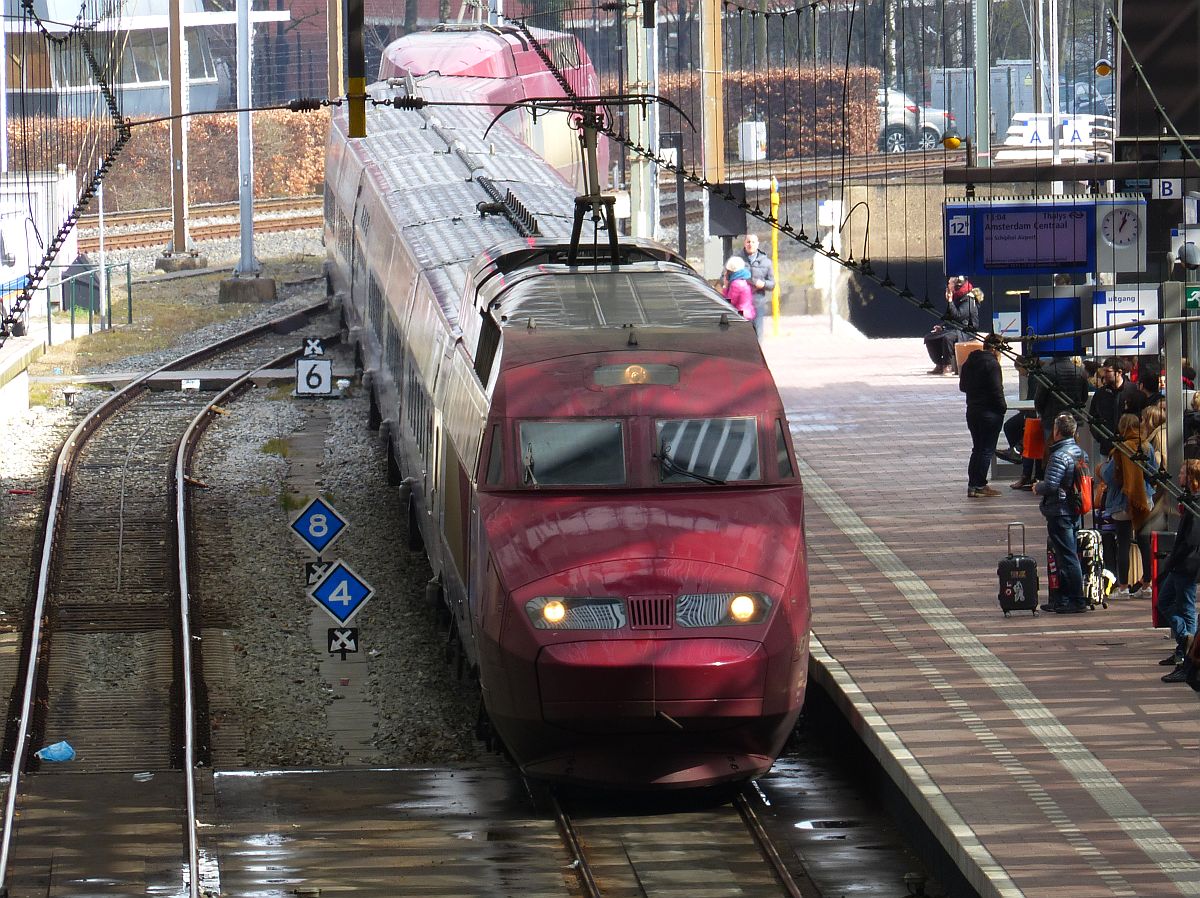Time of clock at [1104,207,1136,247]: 1:03
